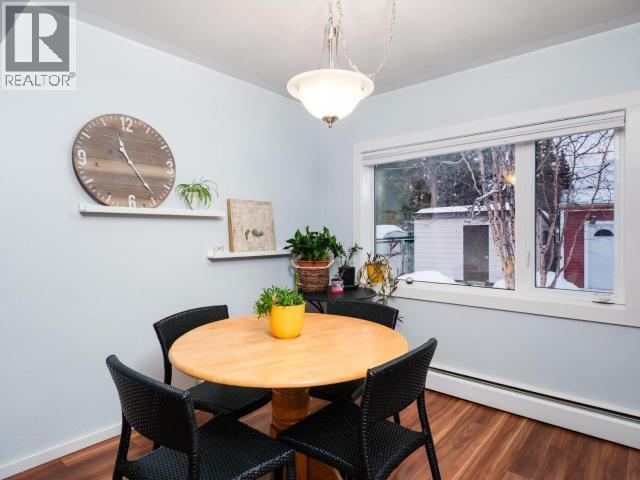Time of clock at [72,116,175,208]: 11:24
